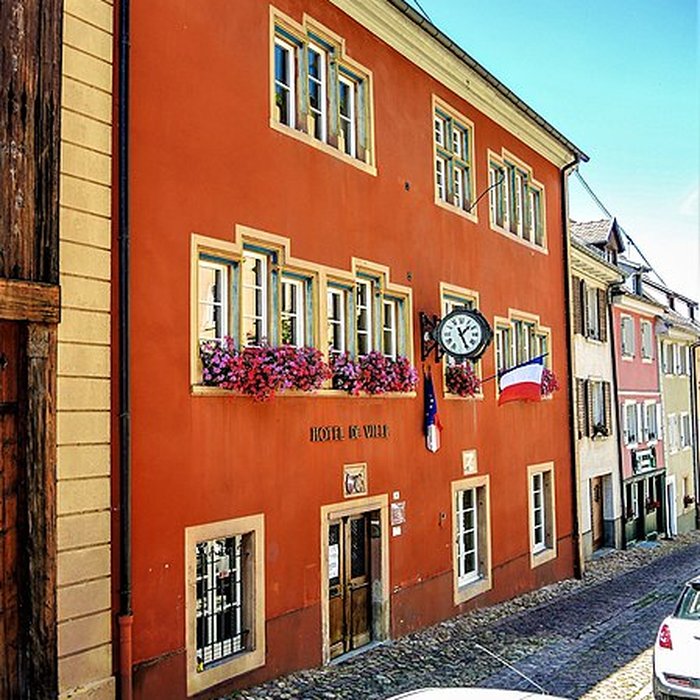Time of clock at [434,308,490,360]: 1:25
